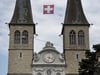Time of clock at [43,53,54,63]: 3:32
